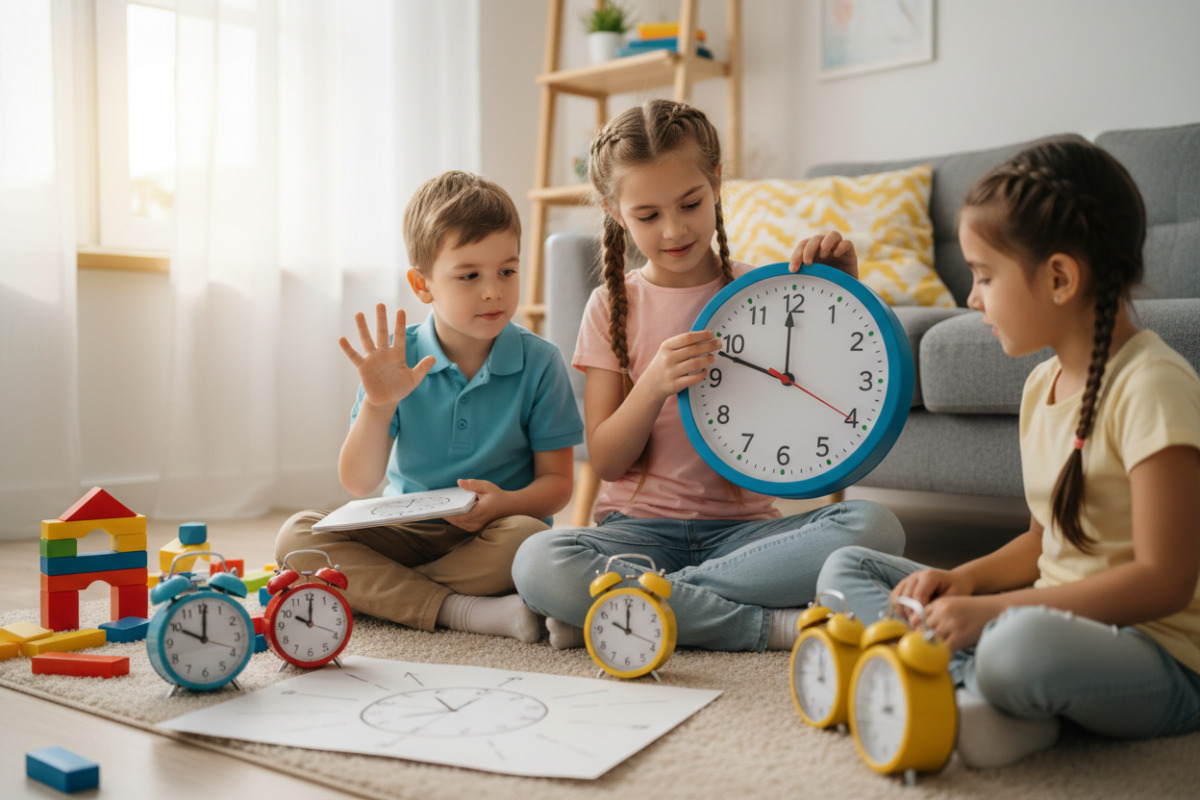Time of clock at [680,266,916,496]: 11:48
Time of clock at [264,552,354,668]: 10:00
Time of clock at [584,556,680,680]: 10:00
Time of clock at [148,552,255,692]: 10:00
